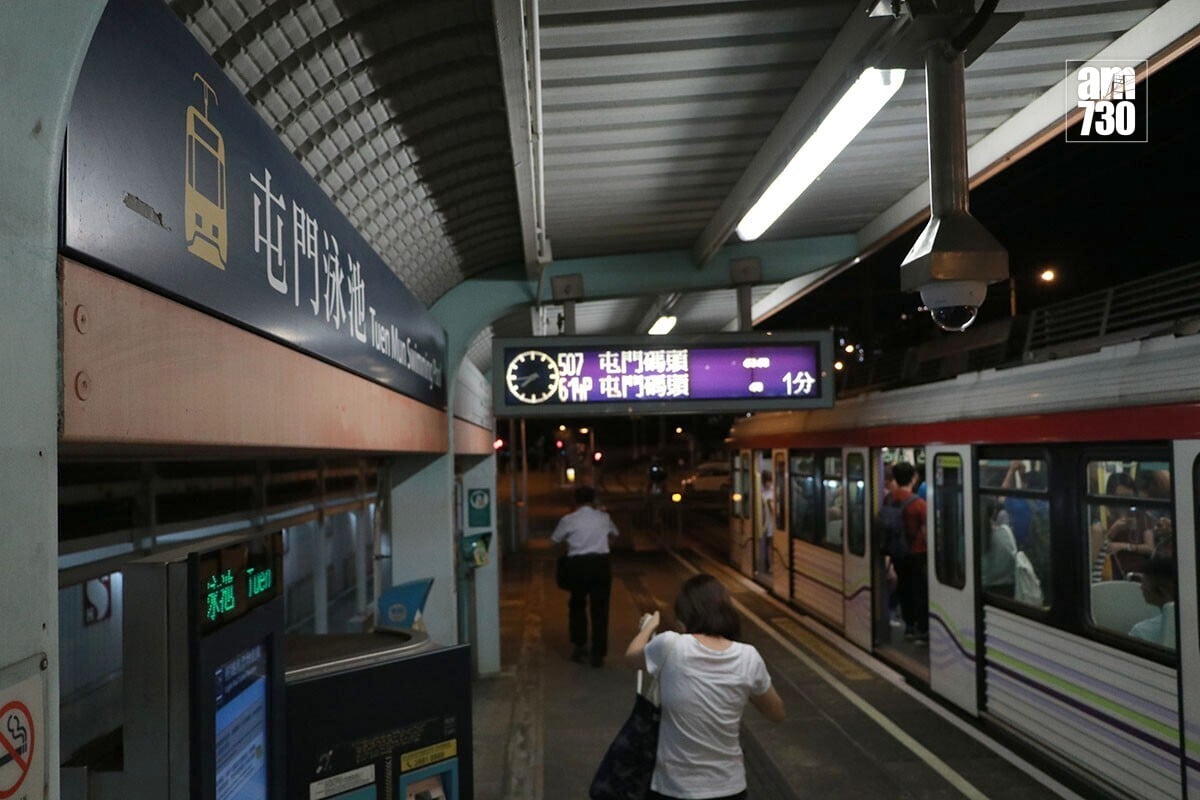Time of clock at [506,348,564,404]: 7:43
